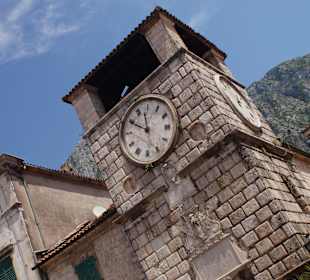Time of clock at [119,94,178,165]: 11:49
